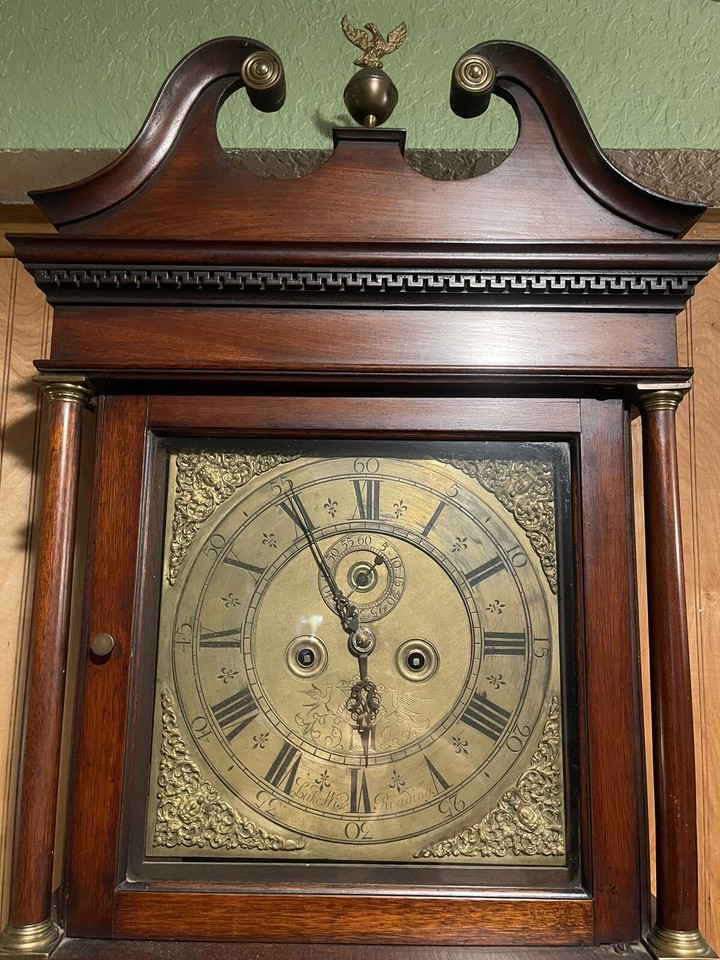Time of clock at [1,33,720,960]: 5:55
